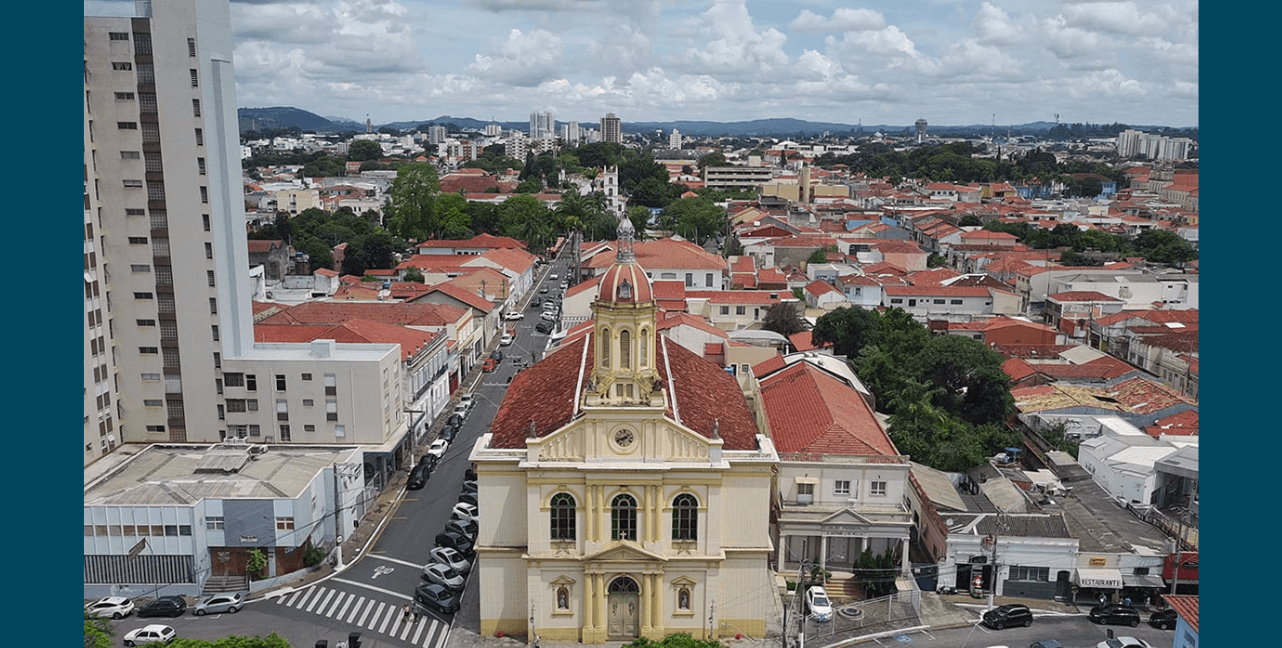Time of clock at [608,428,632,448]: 1:41
